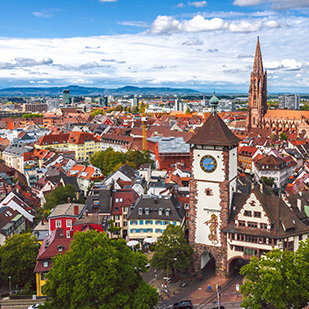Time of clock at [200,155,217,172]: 2:33
